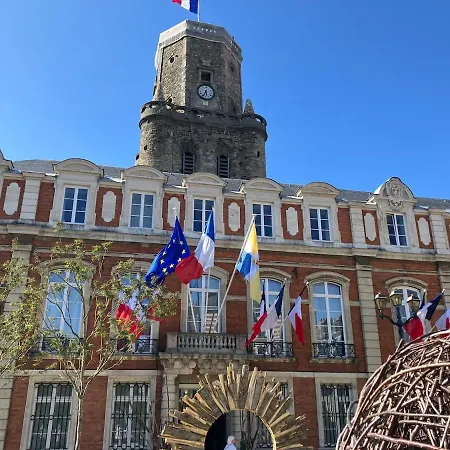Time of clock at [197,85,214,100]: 5:34
